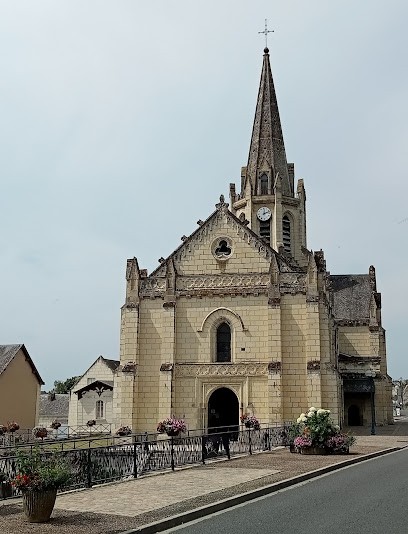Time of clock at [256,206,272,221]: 12:11
